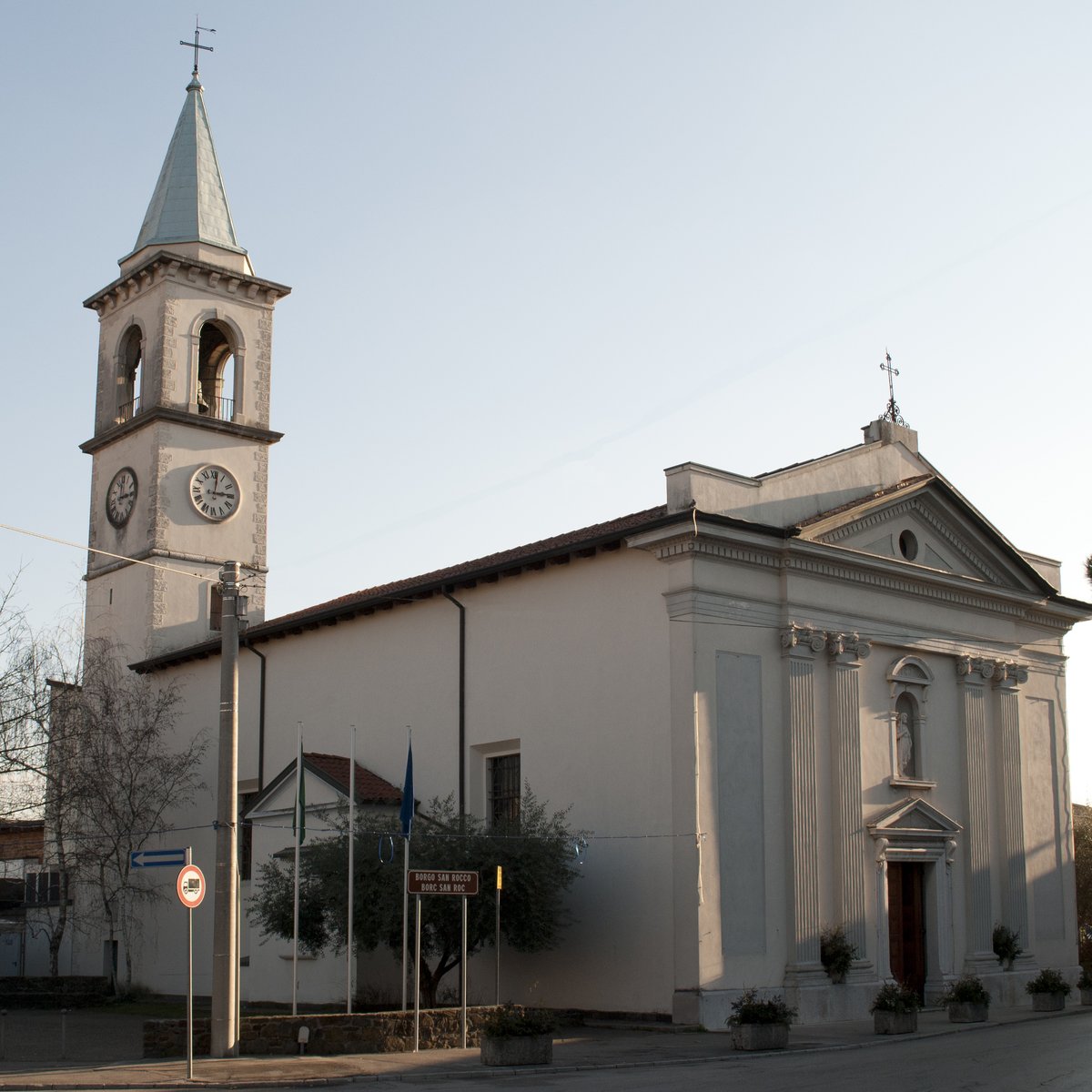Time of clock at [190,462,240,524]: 3:01
